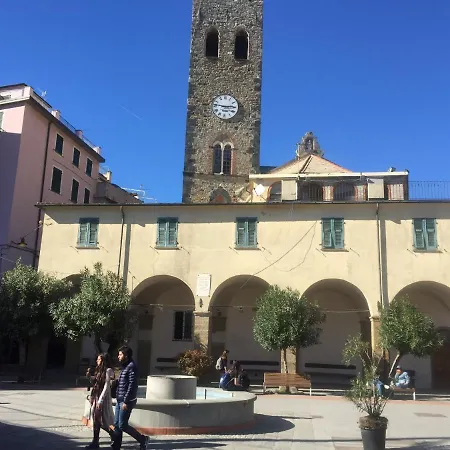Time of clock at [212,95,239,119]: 2:46
